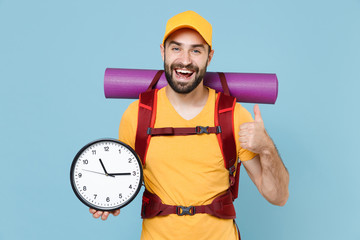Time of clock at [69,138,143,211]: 11:14
